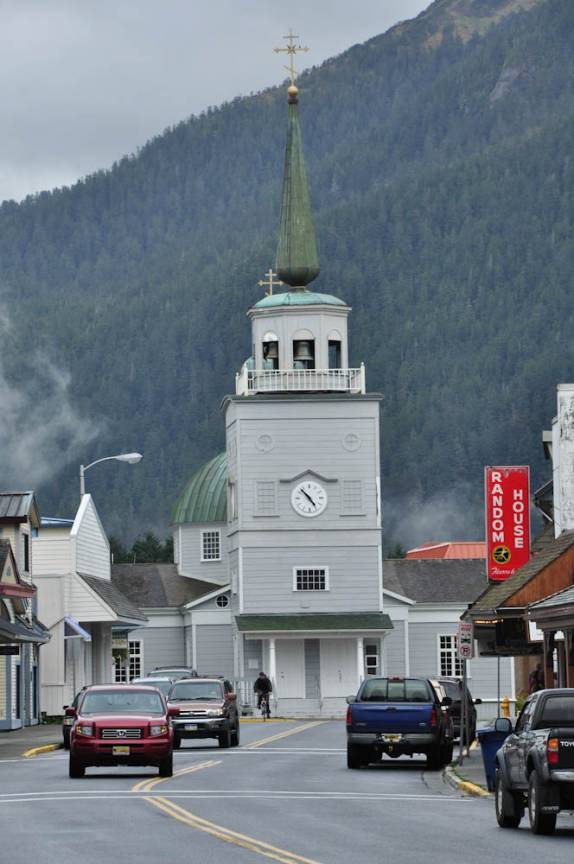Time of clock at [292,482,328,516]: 4:52
